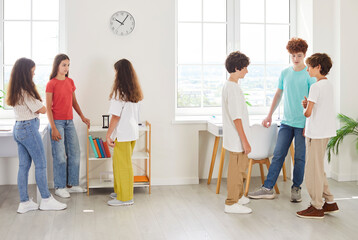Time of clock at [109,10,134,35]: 10:06
